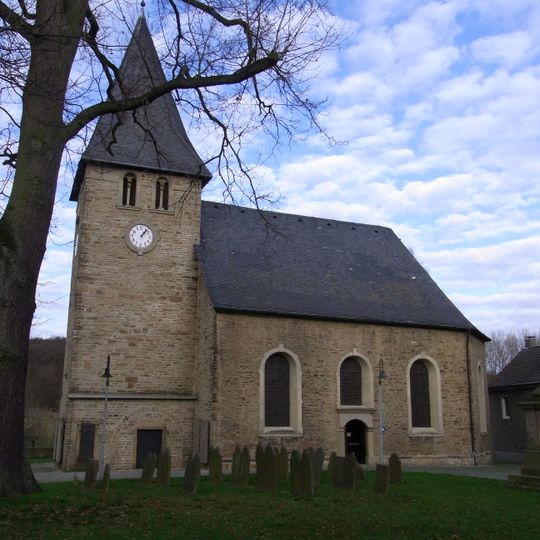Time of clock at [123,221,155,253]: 1:06
